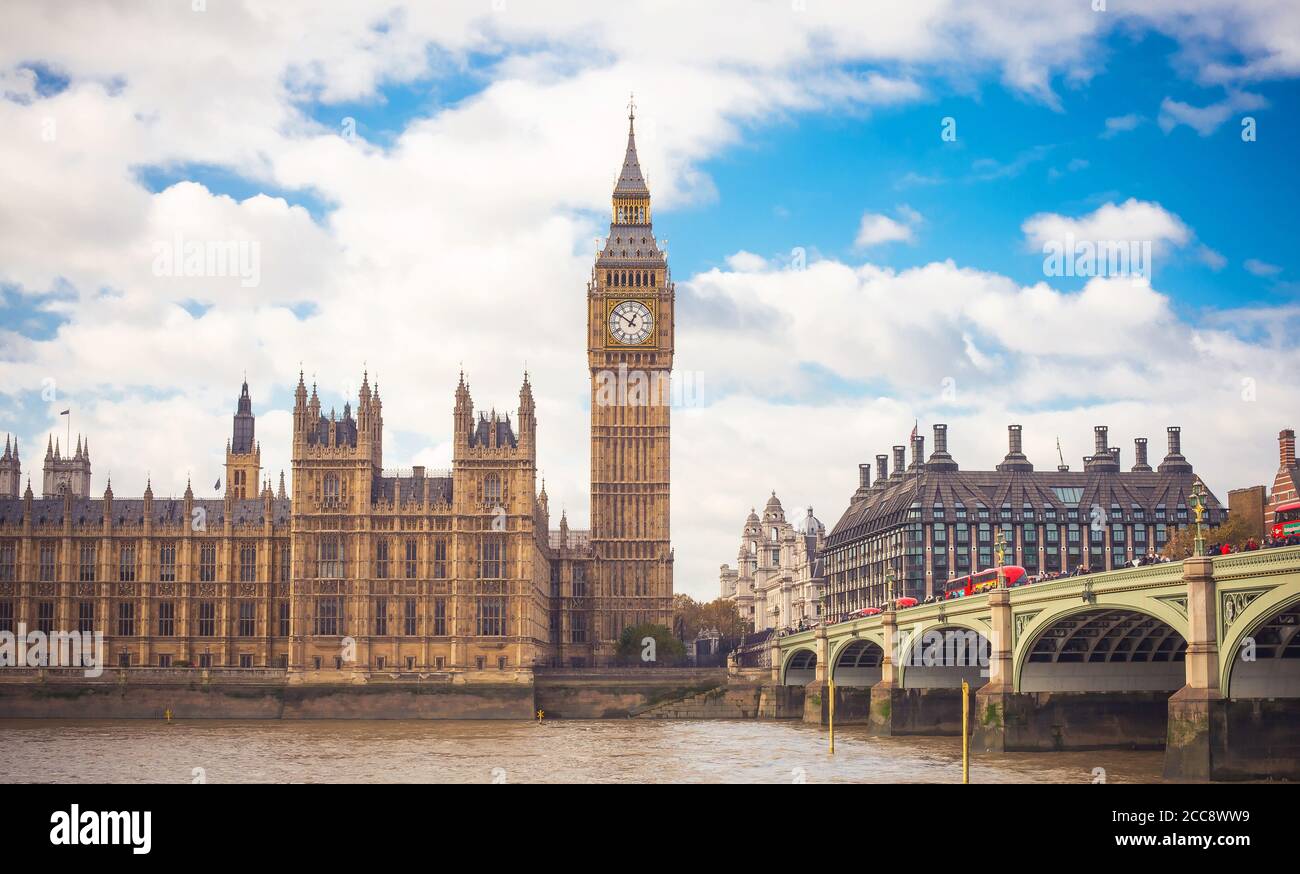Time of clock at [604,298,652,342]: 12:51
